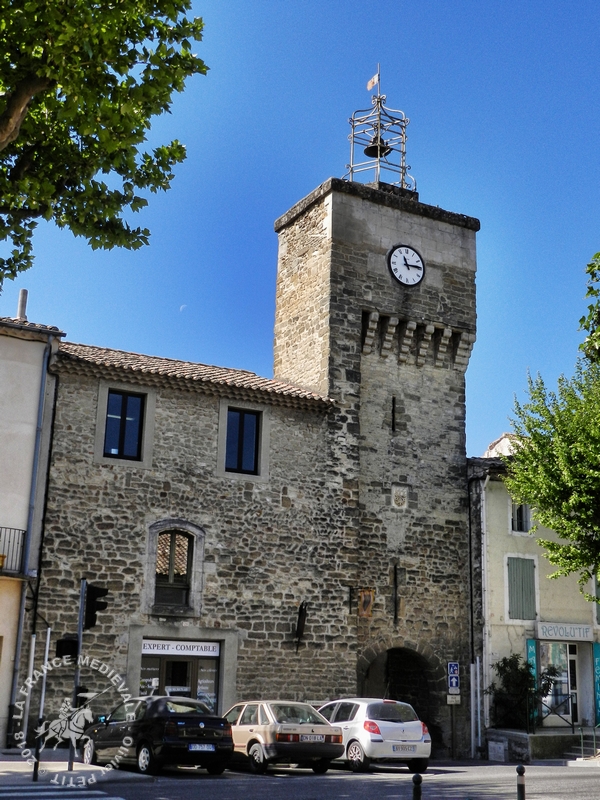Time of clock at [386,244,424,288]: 11:14
